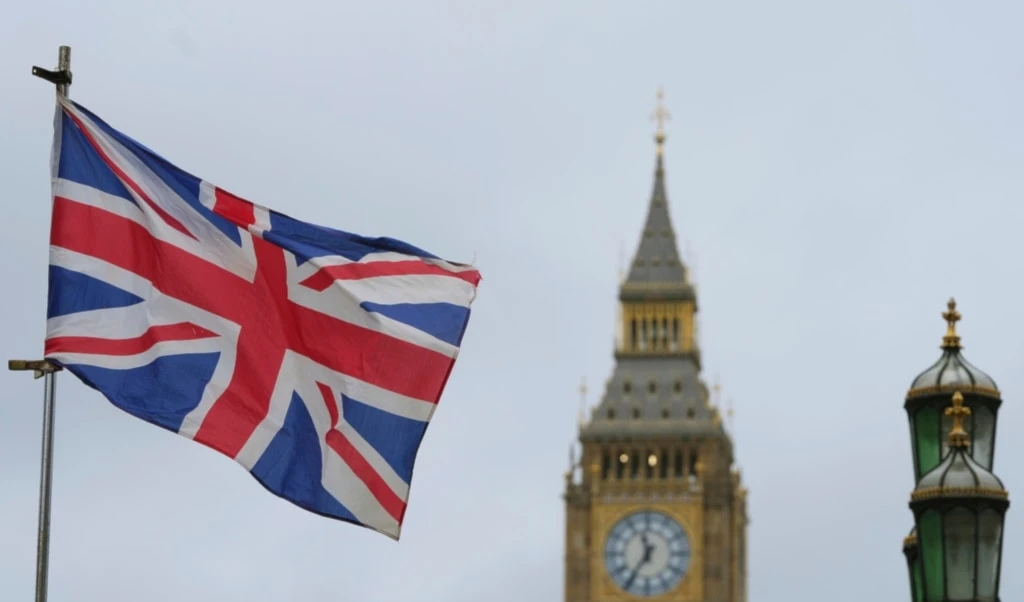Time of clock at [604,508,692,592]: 11:35
